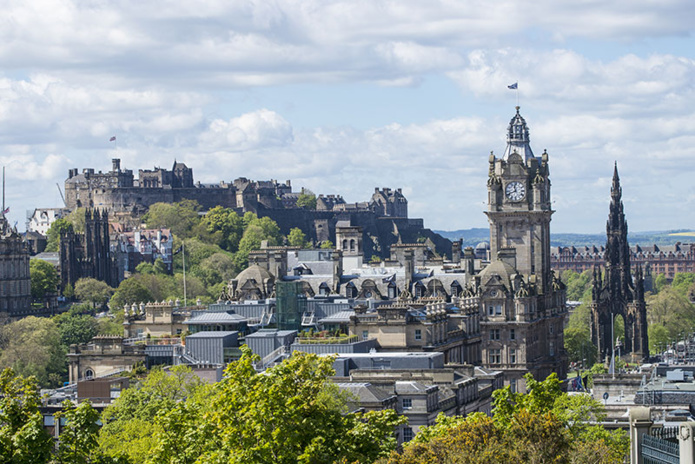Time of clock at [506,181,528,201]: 11:41
